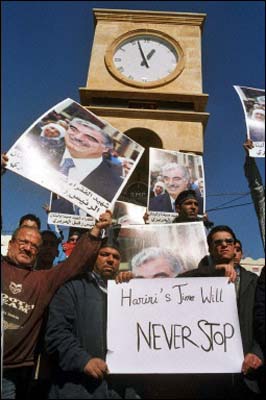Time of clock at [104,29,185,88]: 12:57
